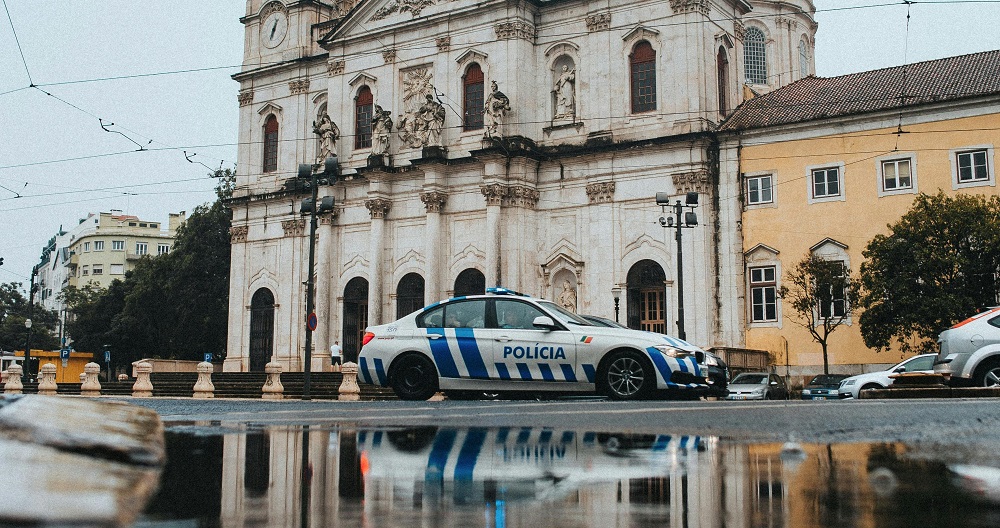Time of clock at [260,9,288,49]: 6:32
